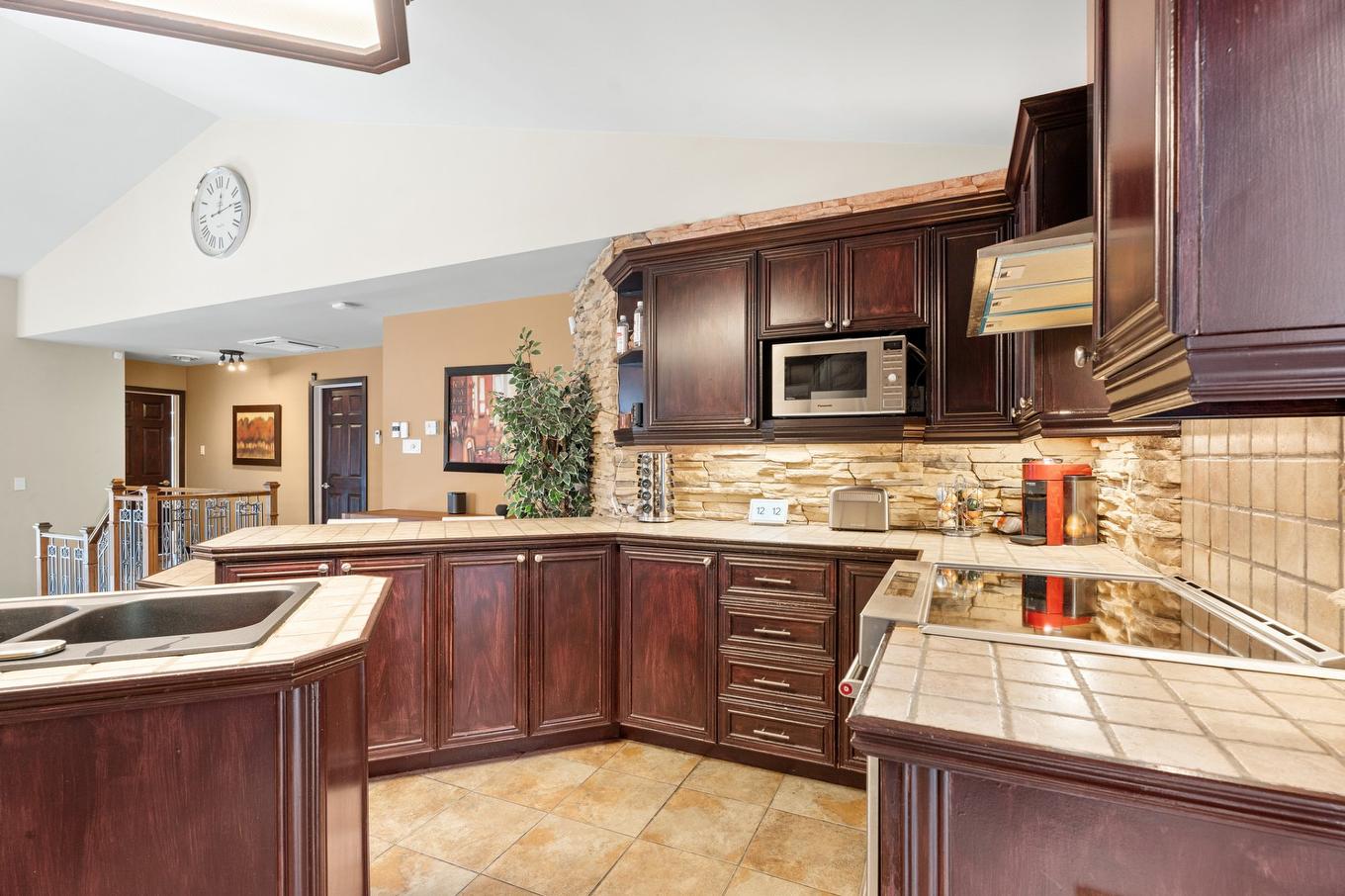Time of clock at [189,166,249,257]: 12:13
